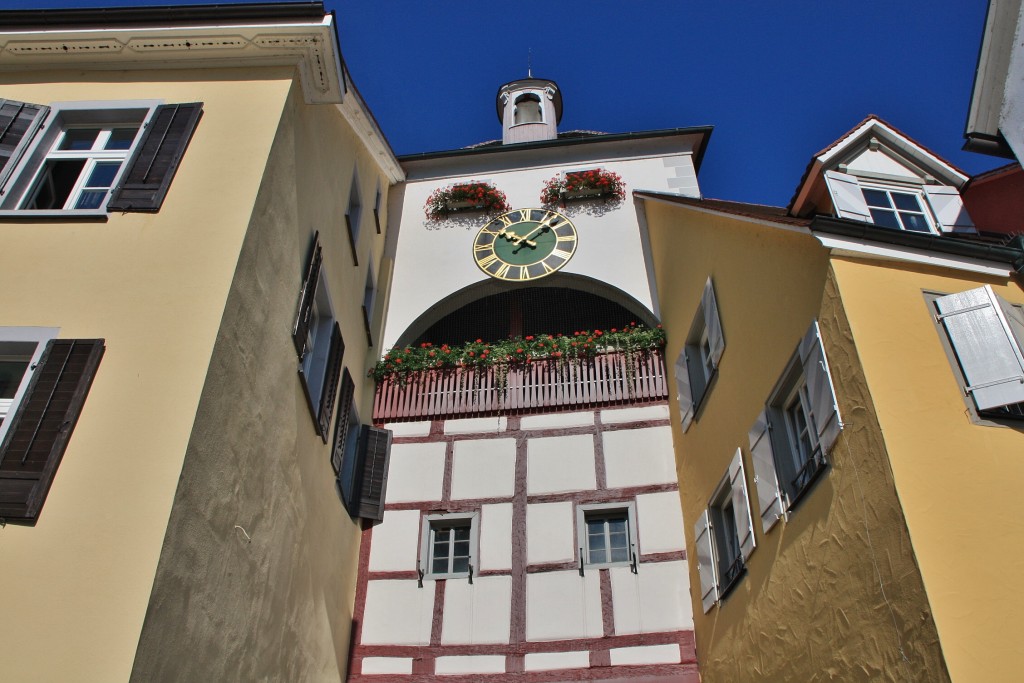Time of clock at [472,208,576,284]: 10:07
